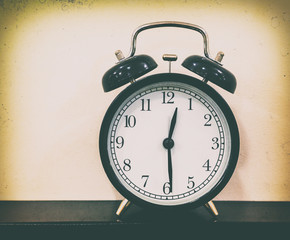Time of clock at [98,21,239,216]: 12:29
